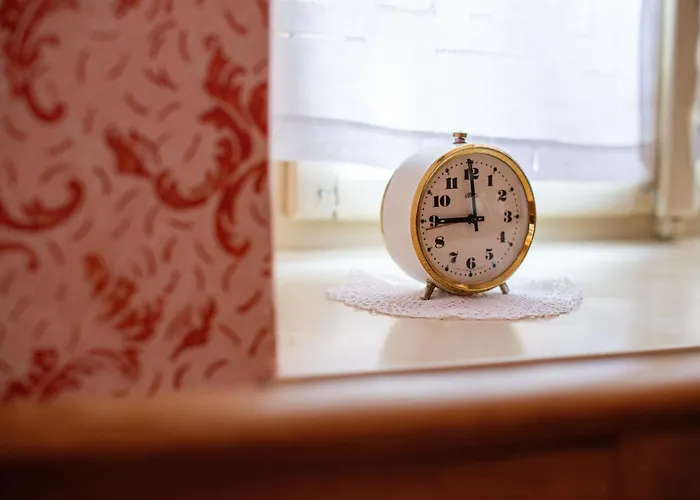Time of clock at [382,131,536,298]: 8:59
